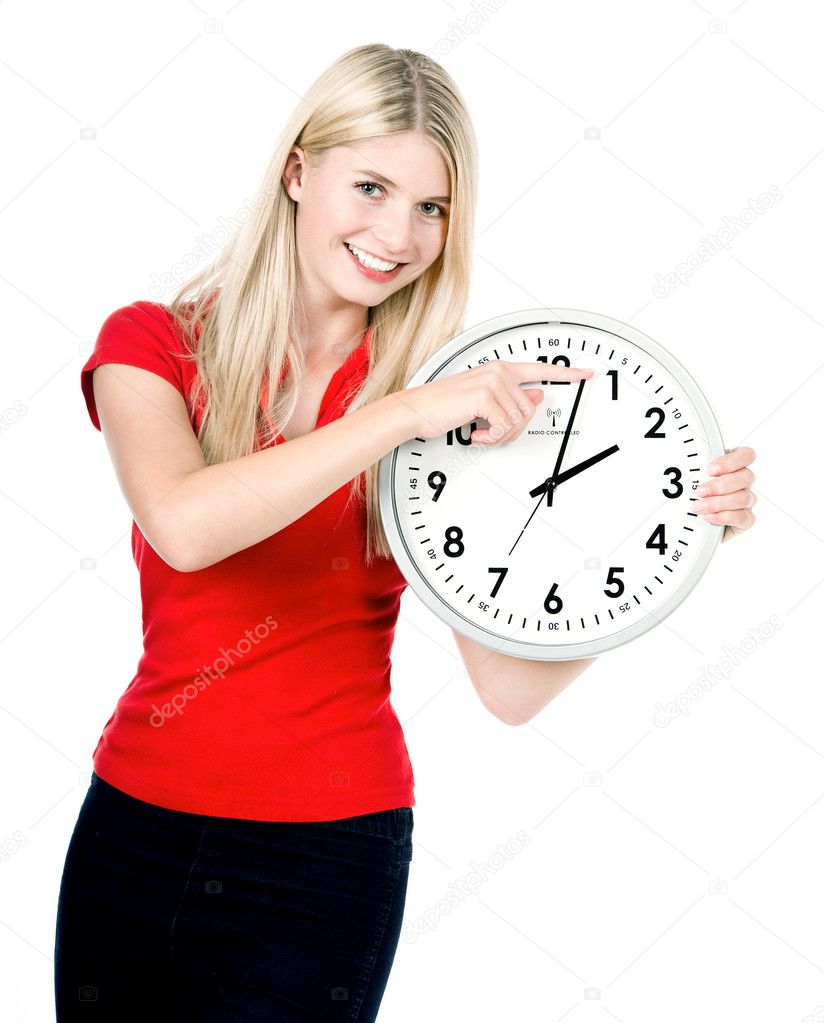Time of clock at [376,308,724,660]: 2:02
